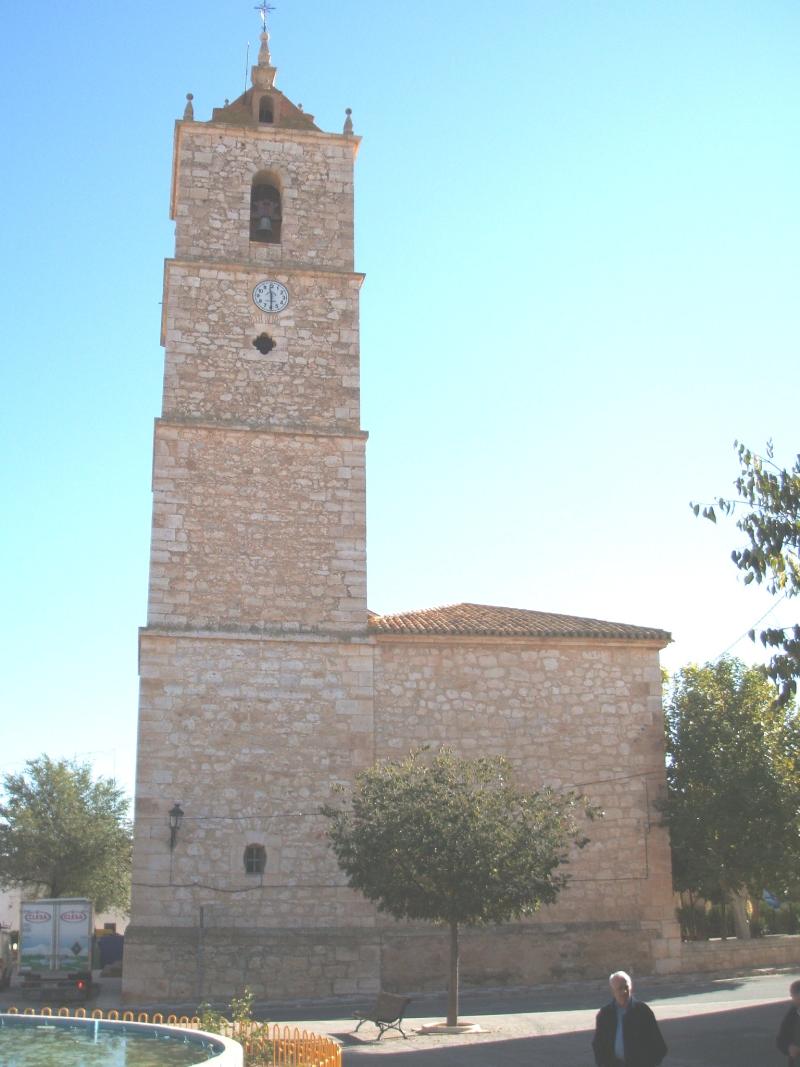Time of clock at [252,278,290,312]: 11:29
